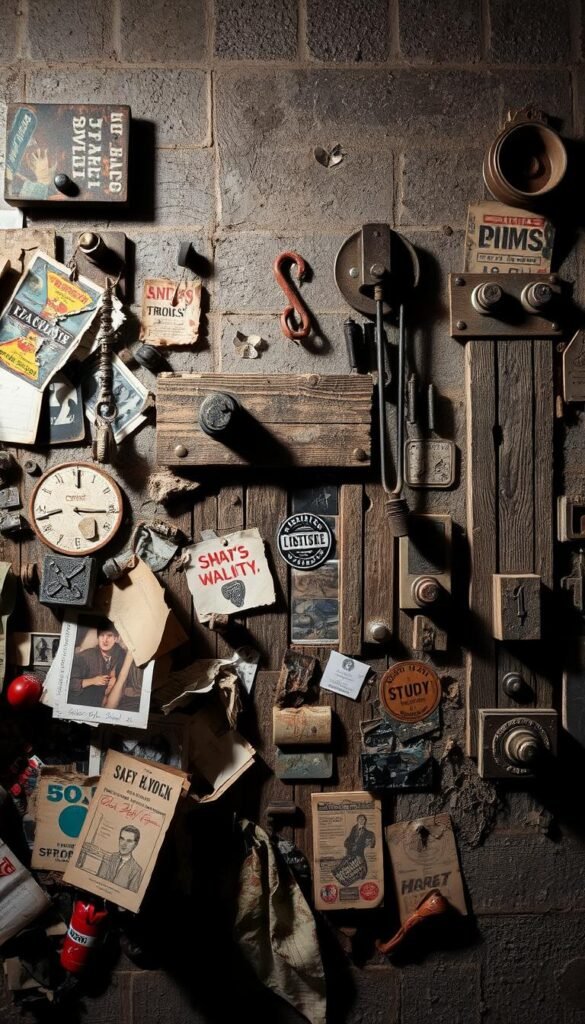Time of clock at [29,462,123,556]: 3:15
